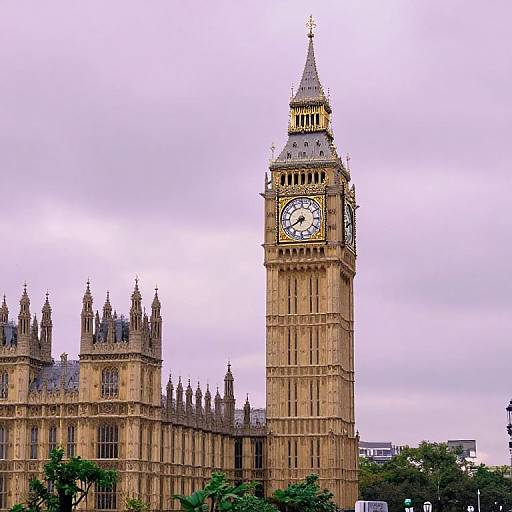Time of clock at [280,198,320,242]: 7:40
